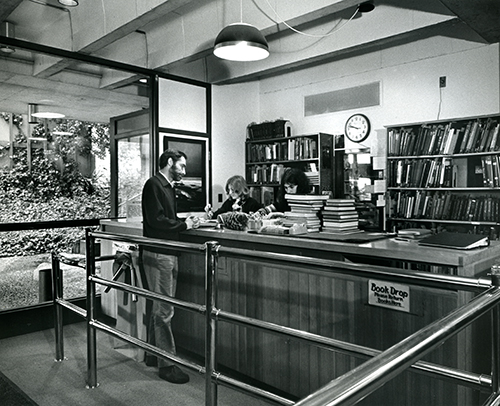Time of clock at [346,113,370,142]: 9:47
